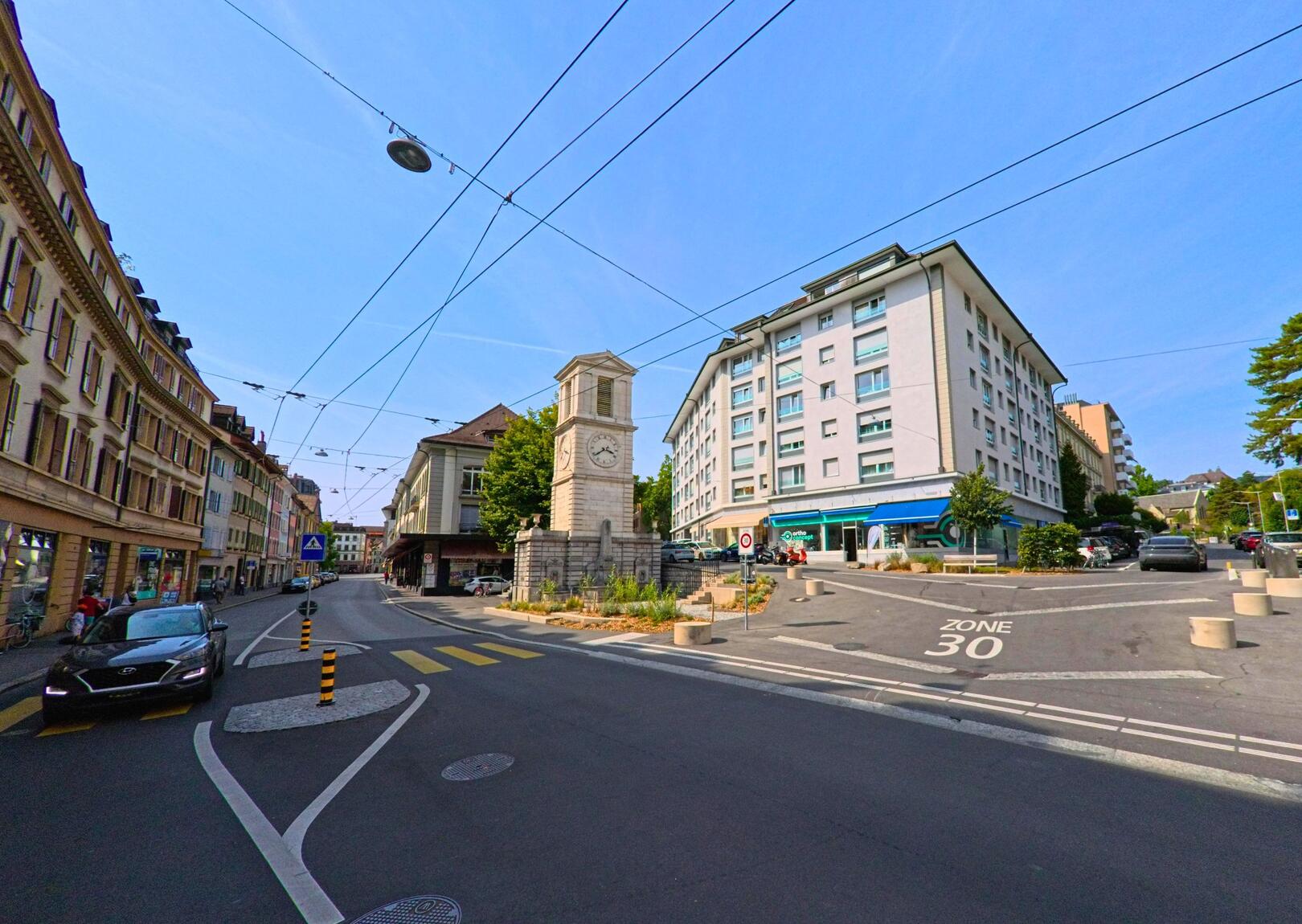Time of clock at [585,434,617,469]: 3:39
